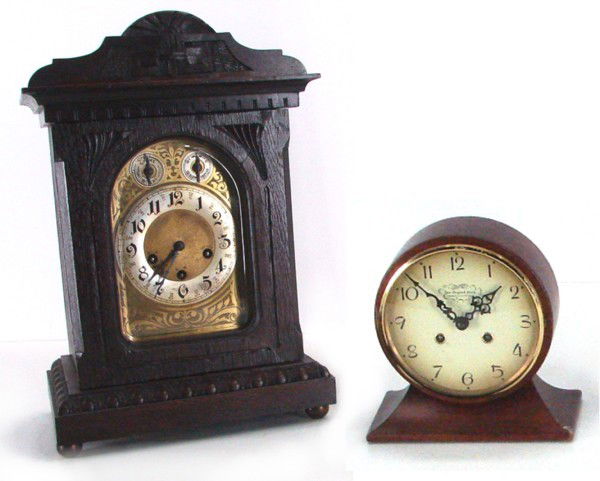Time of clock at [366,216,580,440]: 1:52
